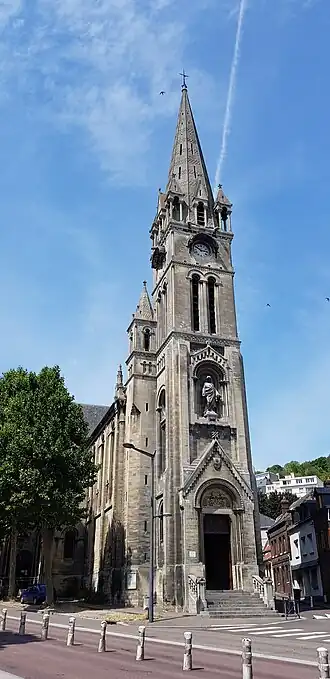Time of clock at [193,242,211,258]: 2:50
